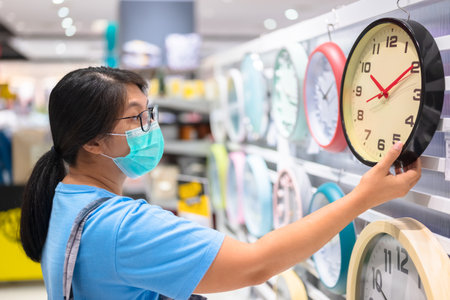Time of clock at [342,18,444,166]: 8:09
